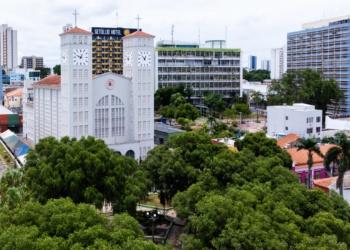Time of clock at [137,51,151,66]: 12:52
